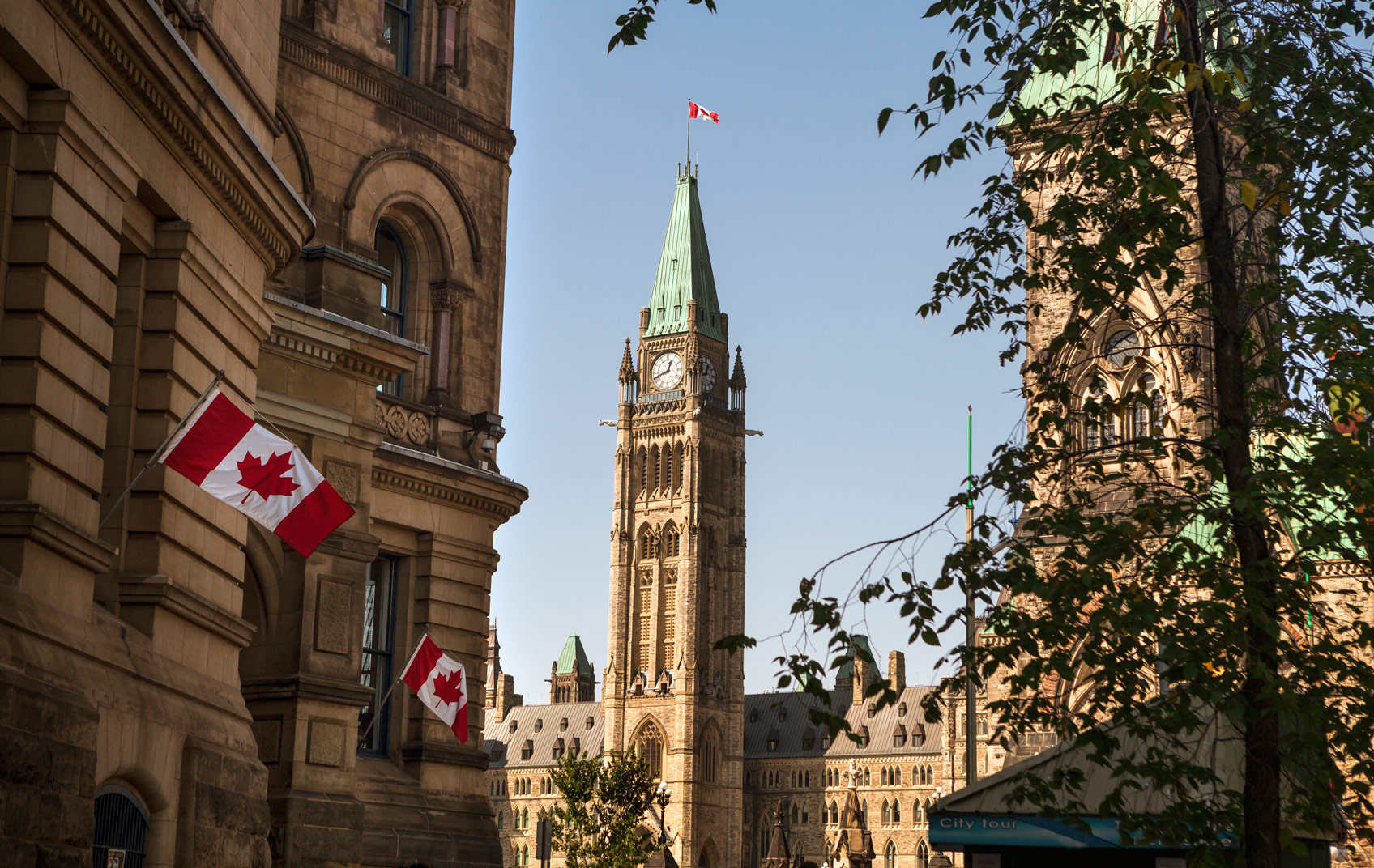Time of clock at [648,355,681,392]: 12:41
